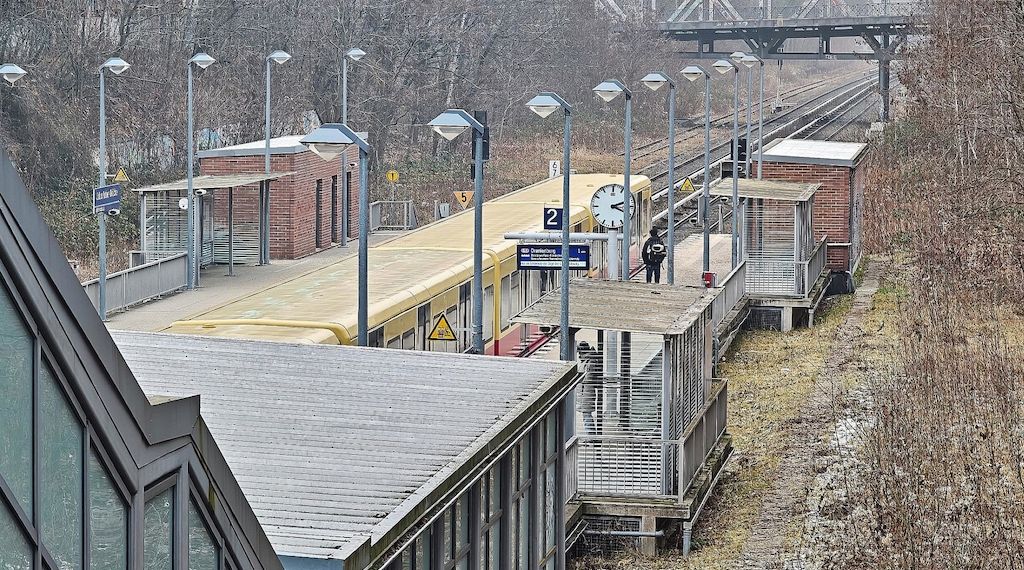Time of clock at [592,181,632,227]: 2:18
